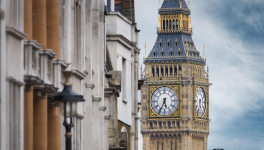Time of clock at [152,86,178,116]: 5:34
